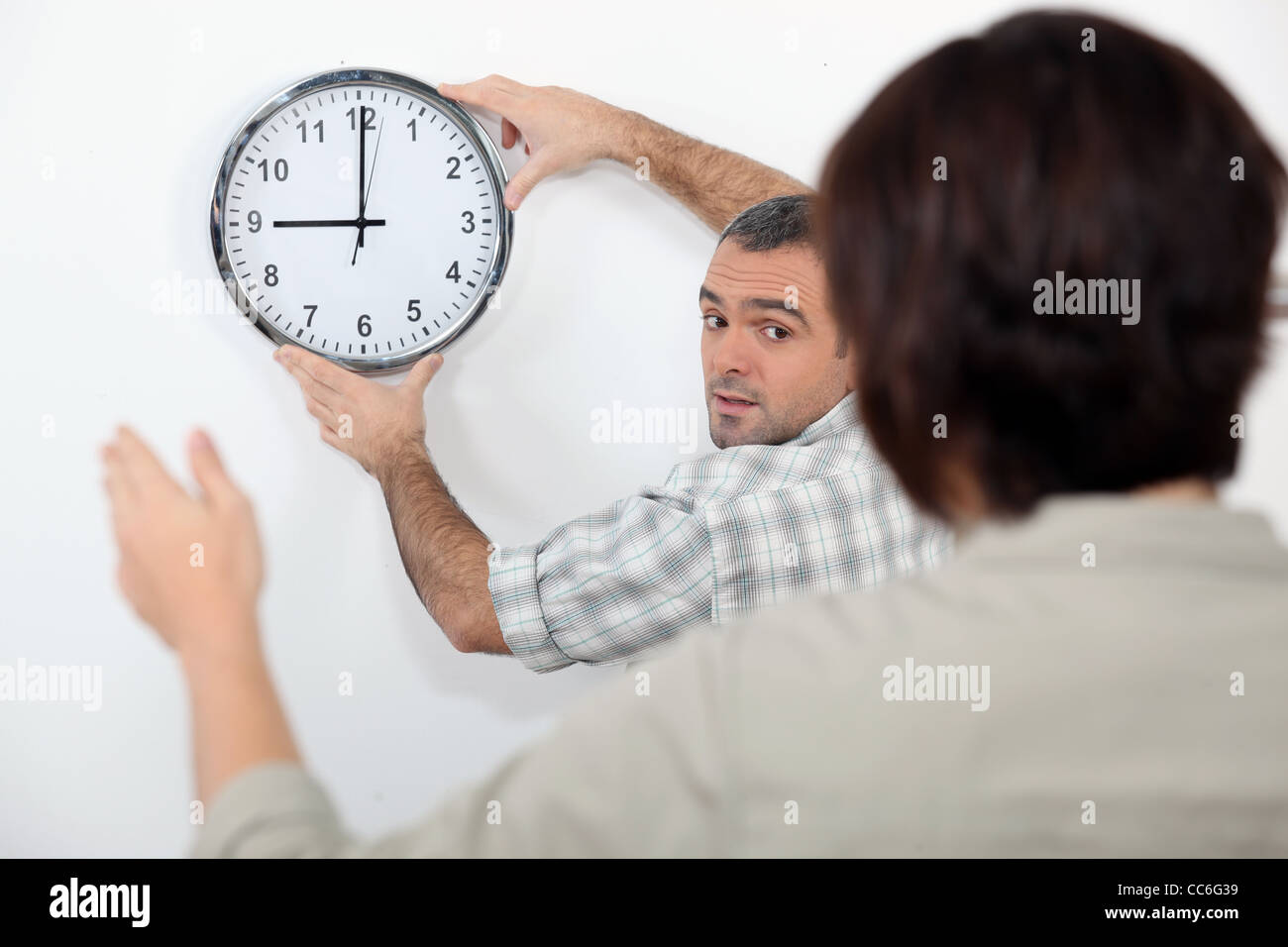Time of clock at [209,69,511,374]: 9:00
